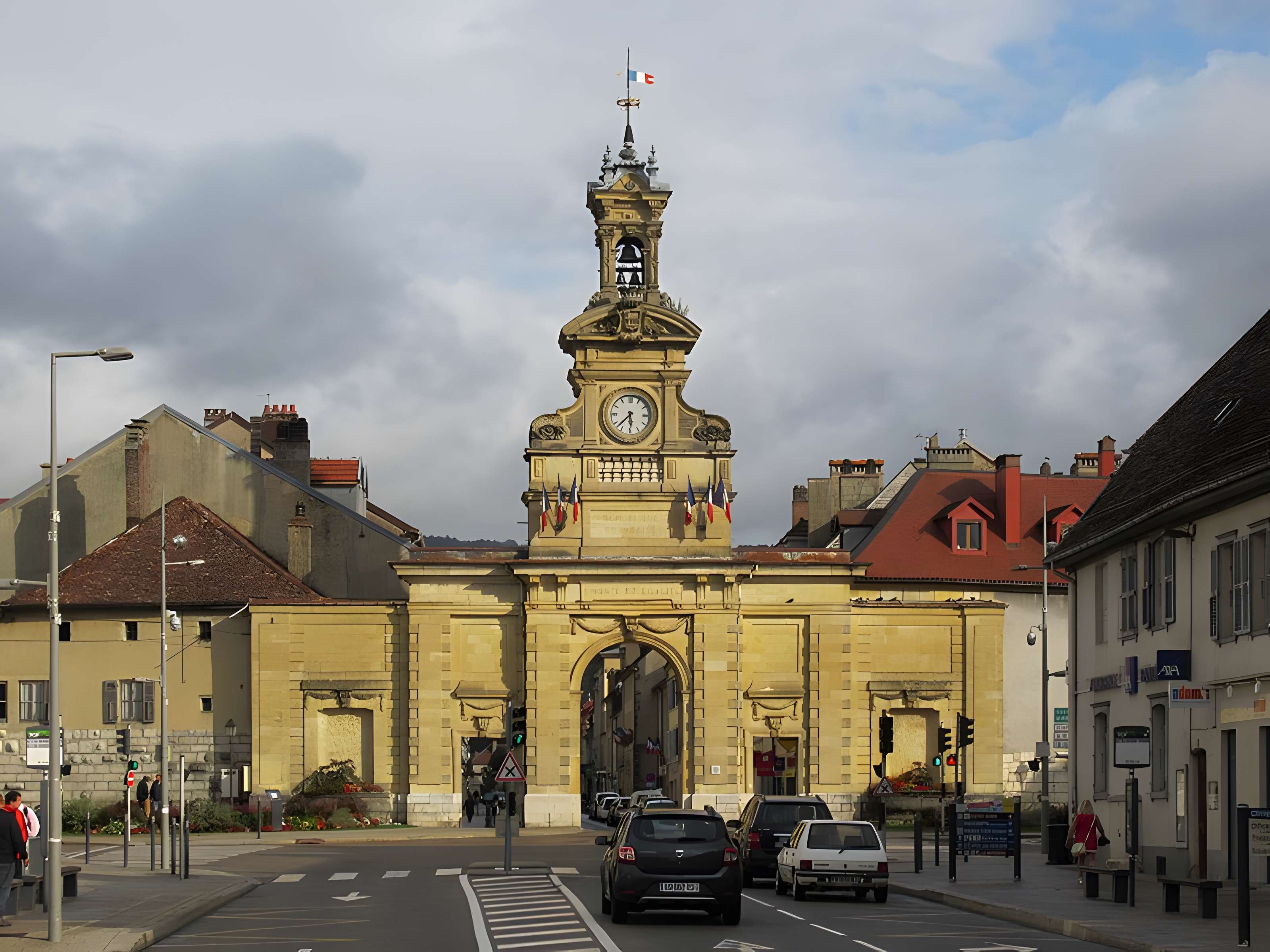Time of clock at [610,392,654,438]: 5:37
